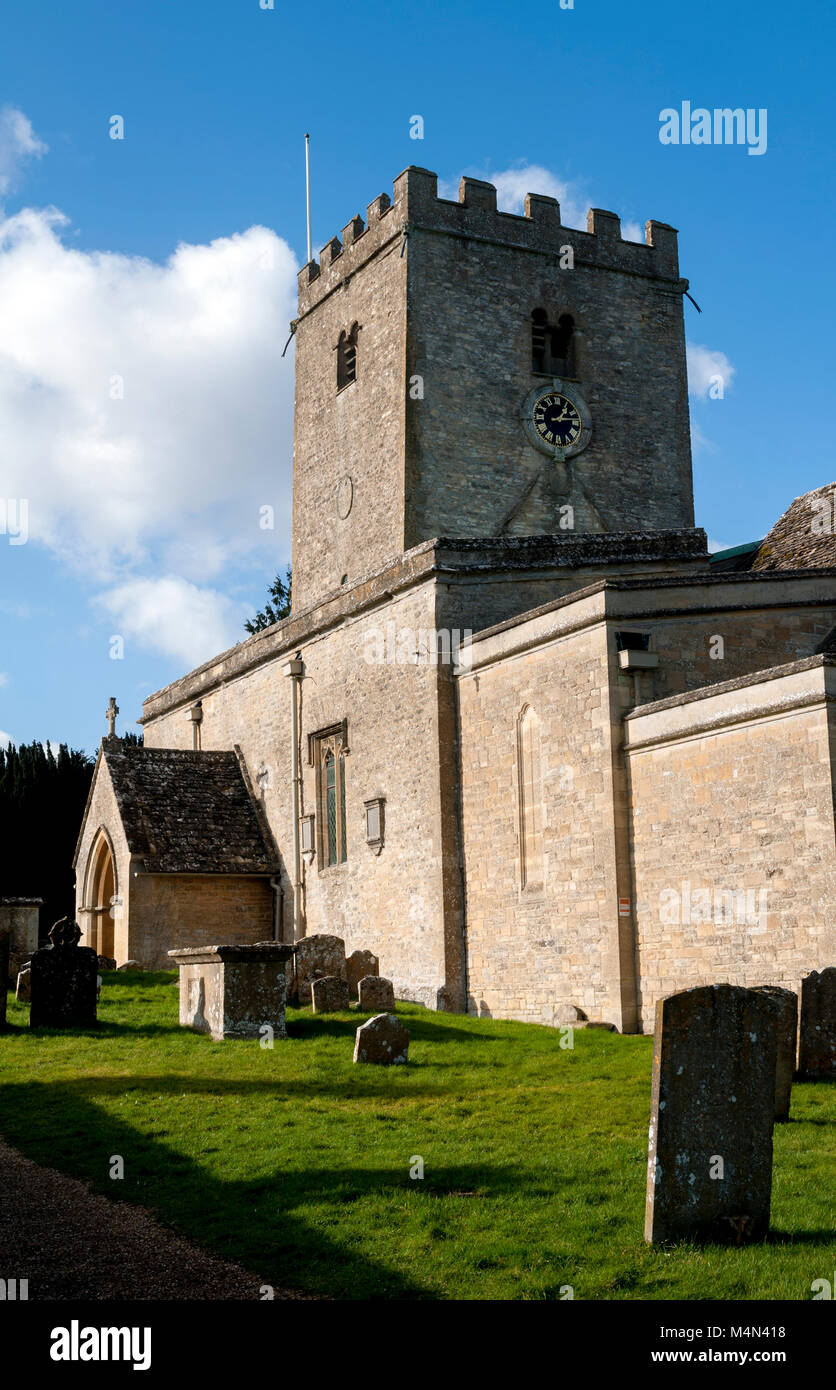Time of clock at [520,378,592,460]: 1:13
